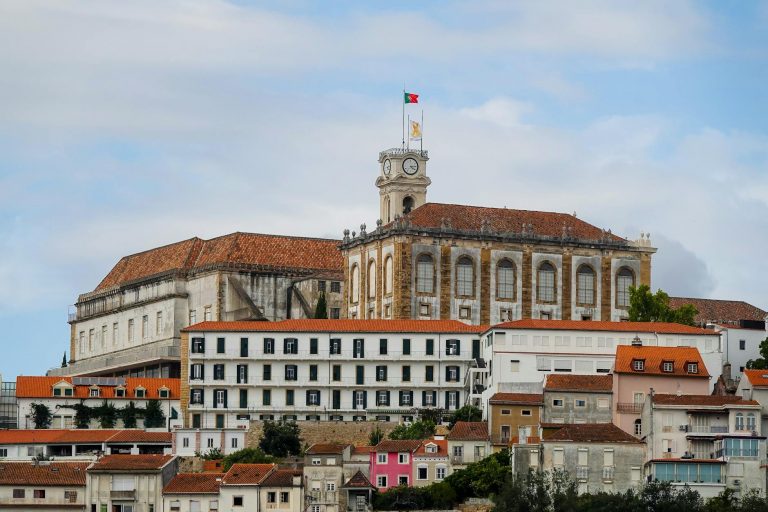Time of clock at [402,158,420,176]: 4:14
